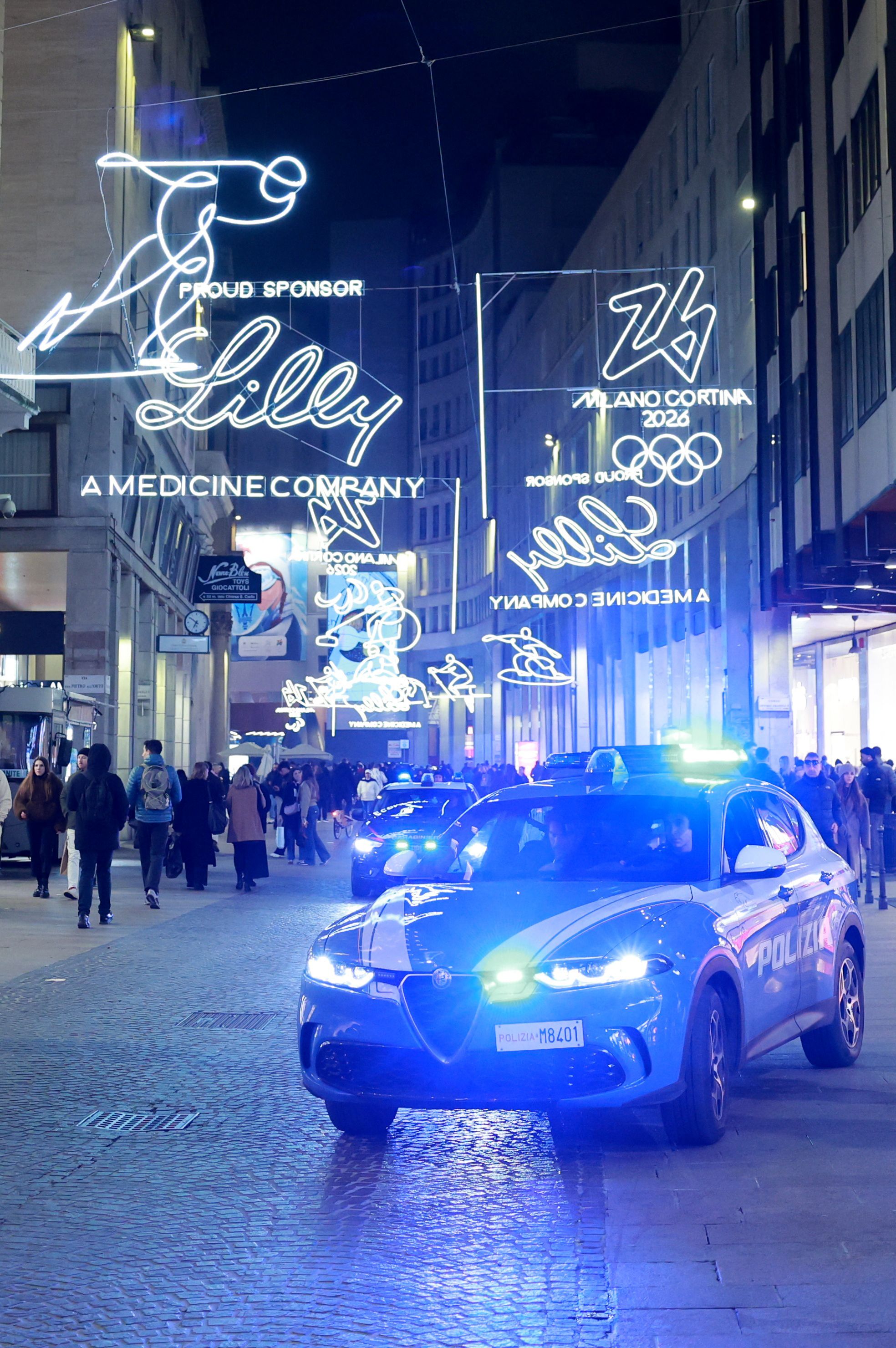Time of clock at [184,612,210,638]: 6:51
